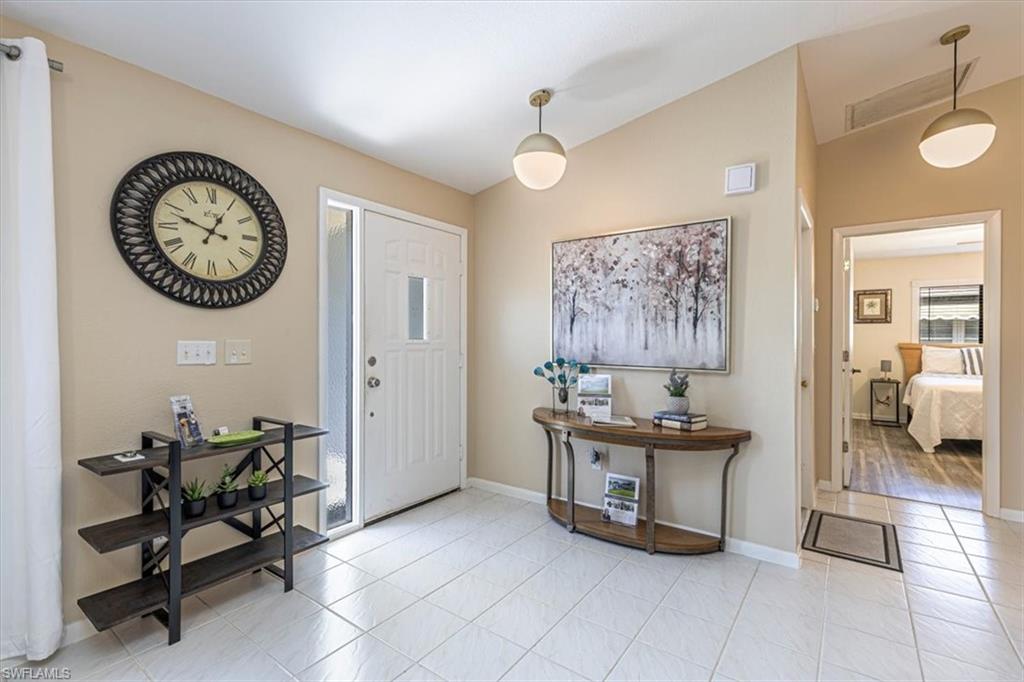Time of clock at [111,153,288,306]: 12:48
